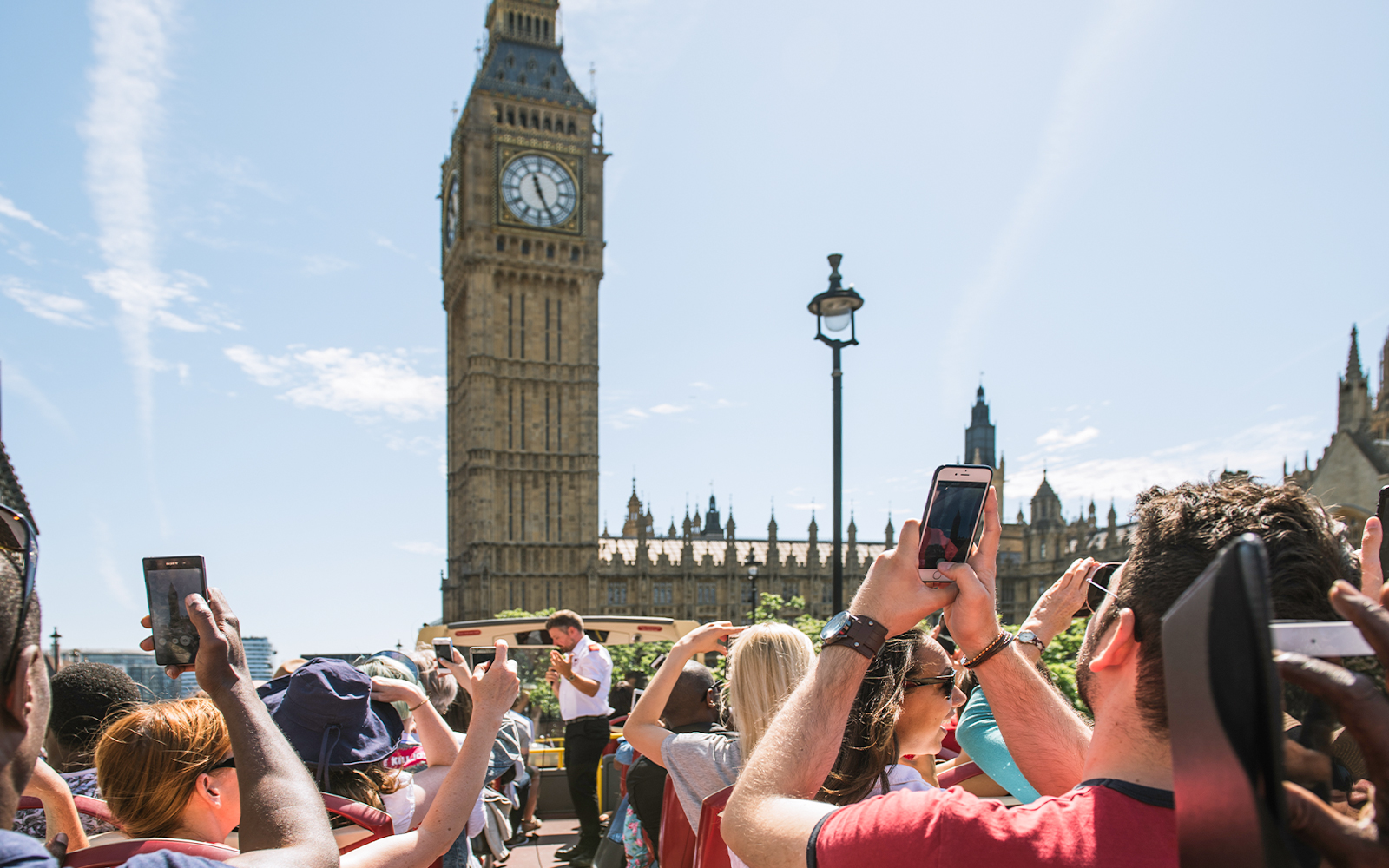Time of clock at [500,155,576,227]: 11:25
